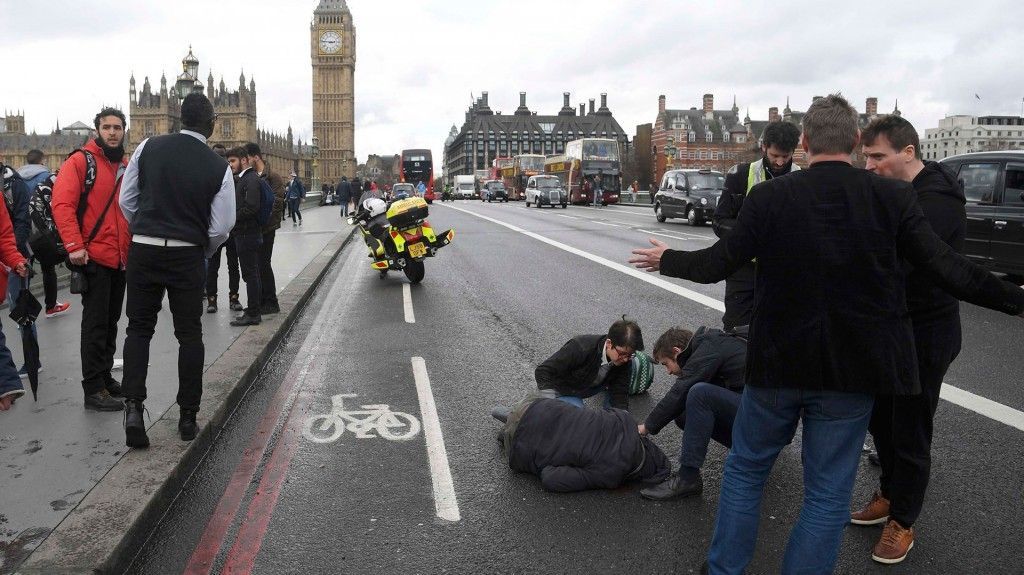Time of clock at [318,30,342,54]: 2:46
